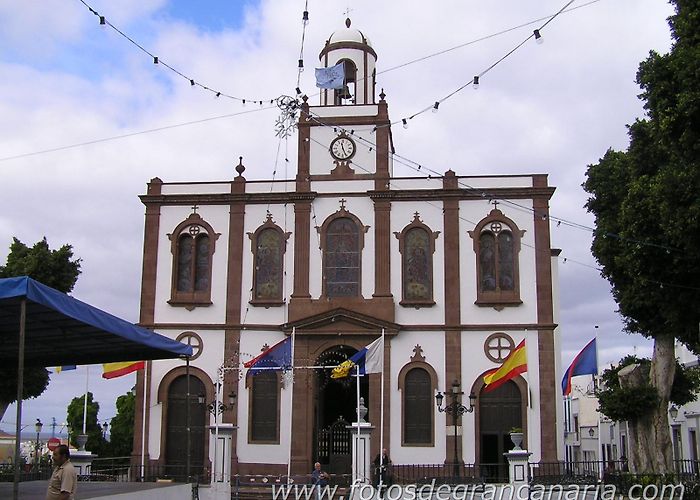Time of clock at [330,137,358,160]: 11:25
